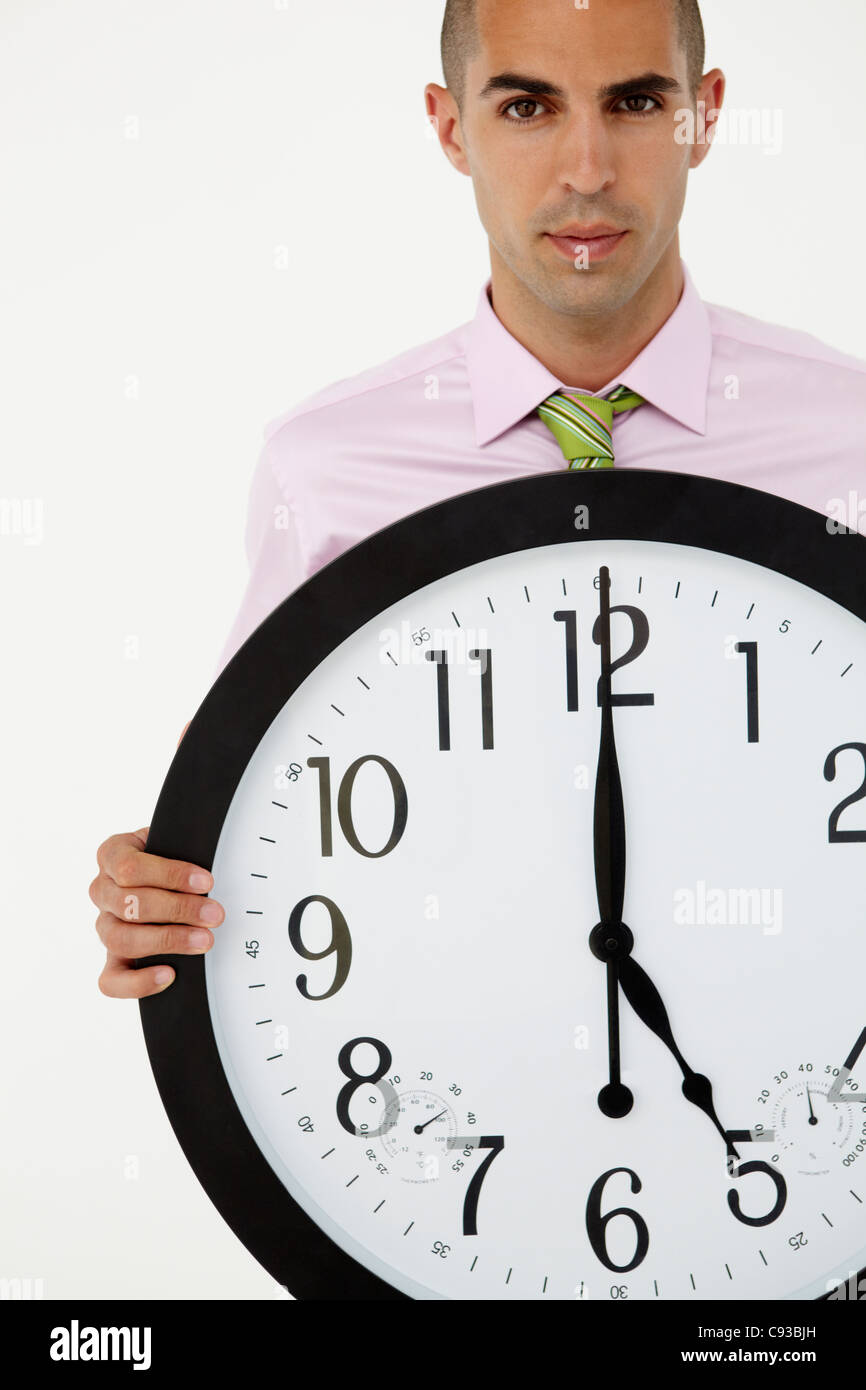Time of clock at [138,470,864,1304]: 5:00
